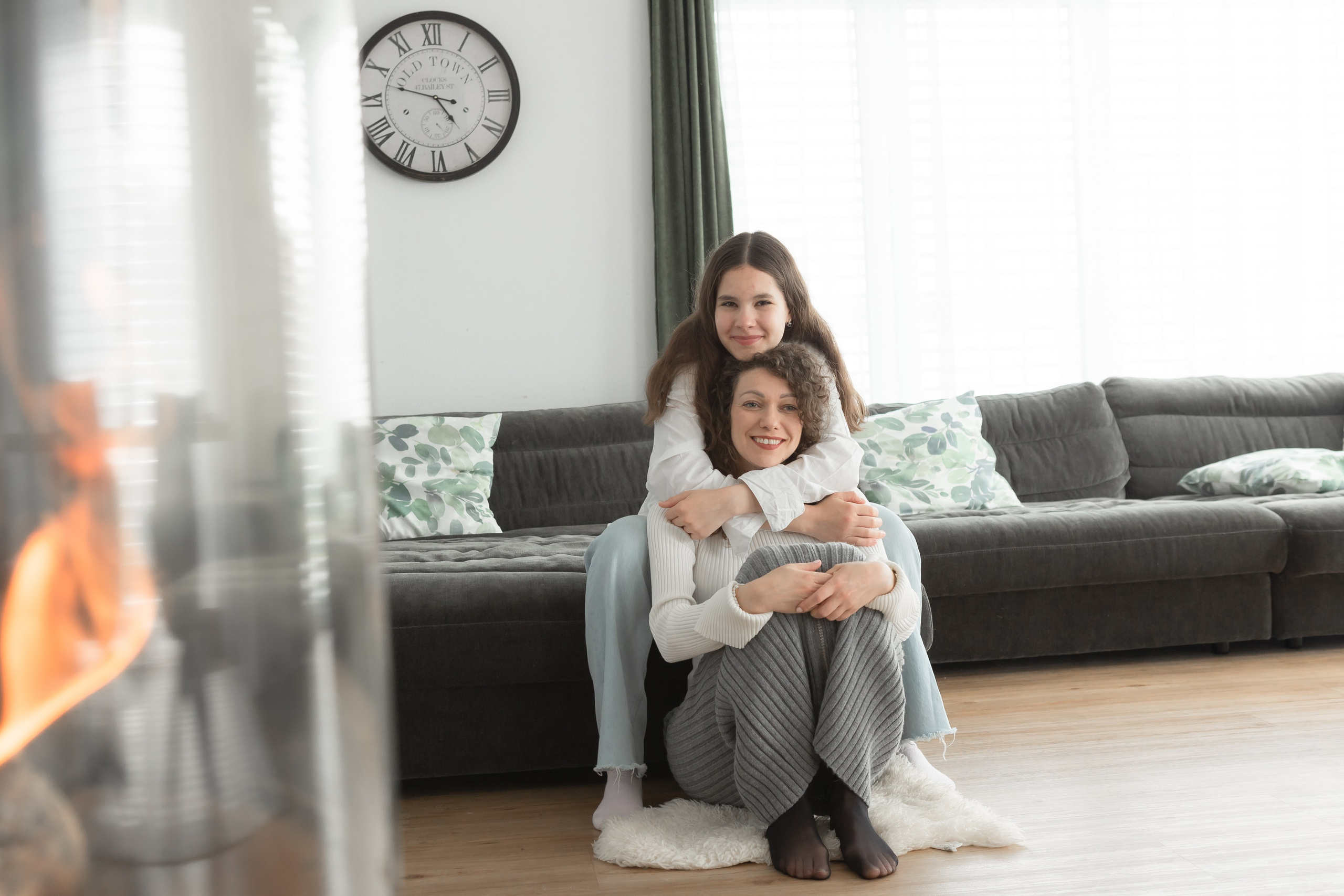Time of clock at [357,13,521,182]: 4:47
